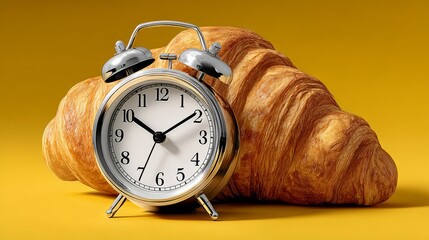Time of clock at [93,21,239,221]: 10:09
